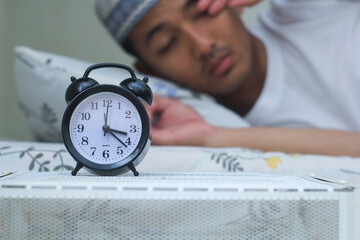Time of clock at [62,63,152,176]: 3:21
